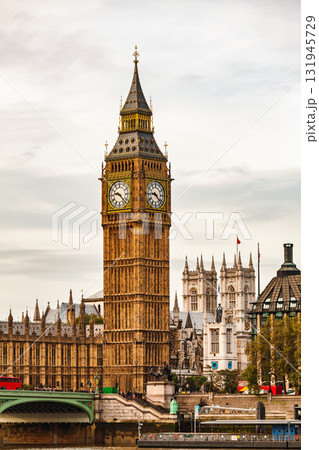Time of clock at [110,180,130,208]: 9:22
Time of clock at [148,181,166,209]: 9:22
